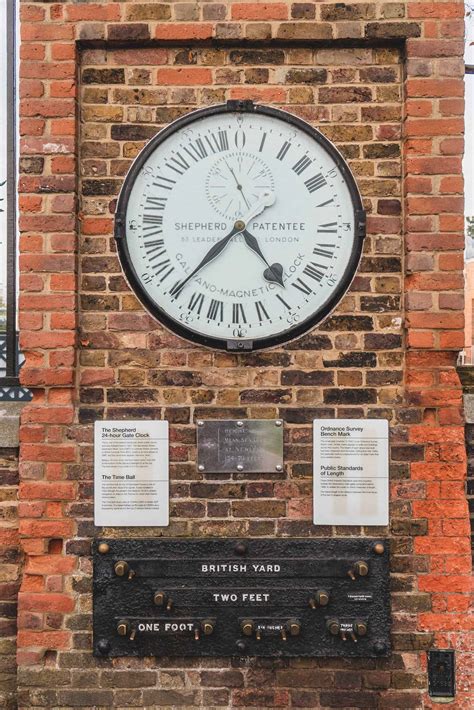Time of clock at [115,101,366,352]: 4:37
